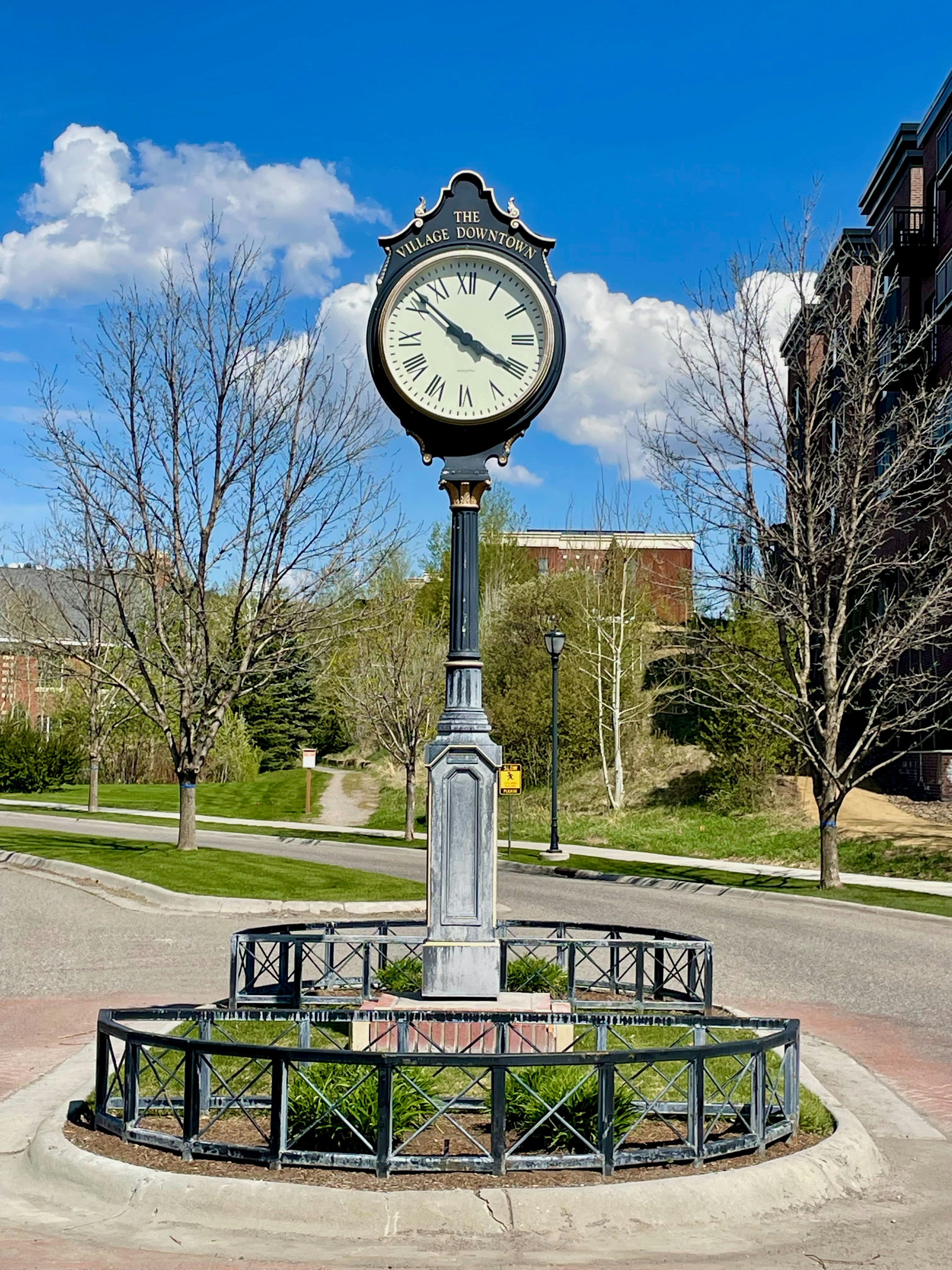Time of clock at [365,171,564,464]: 3:52
